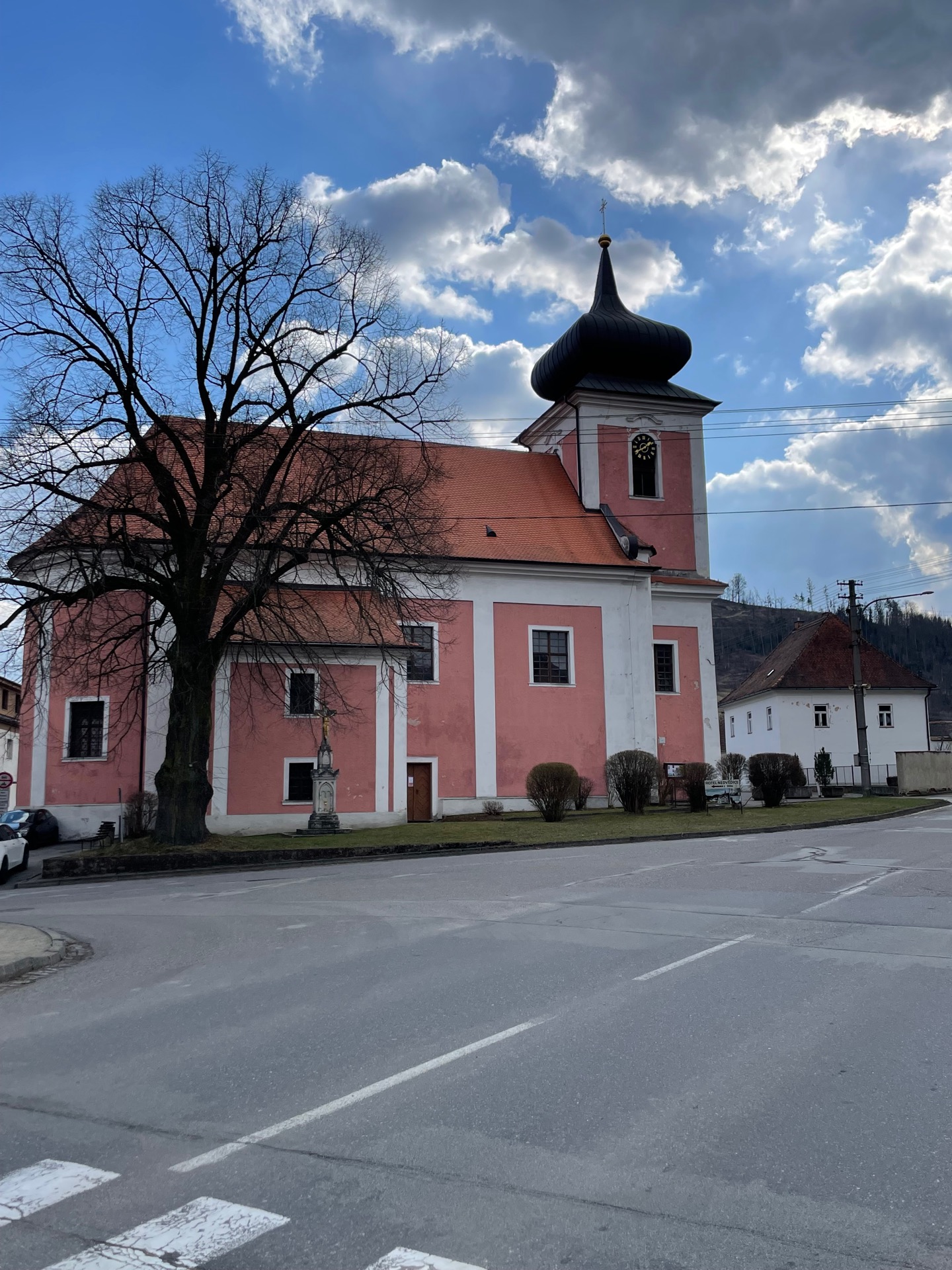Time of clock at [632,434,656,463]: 1:40
